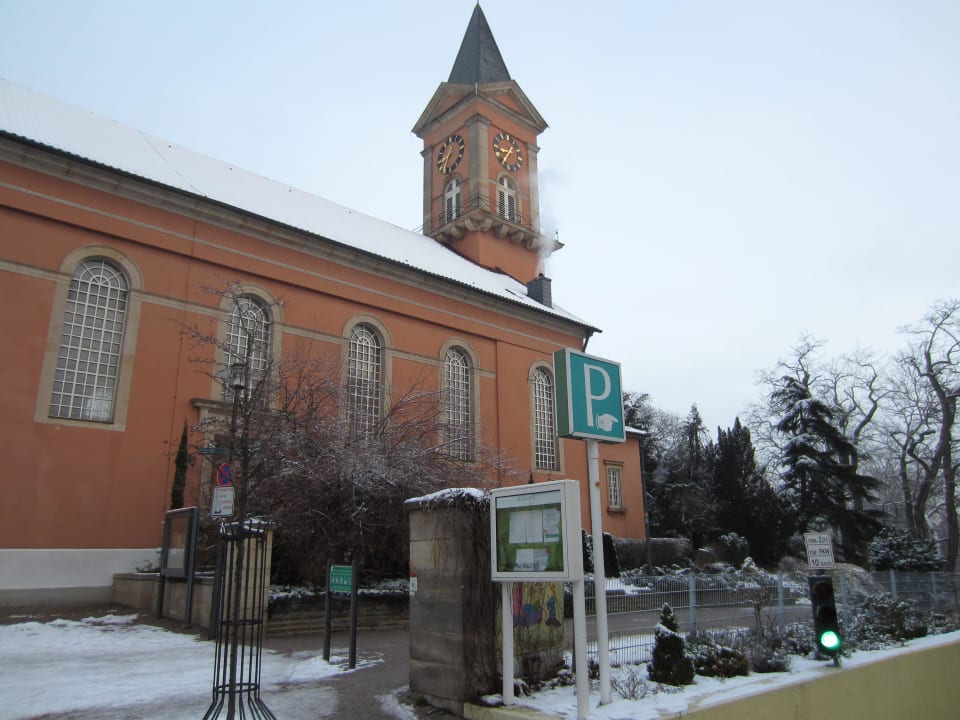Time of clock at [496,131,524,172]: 8:36
